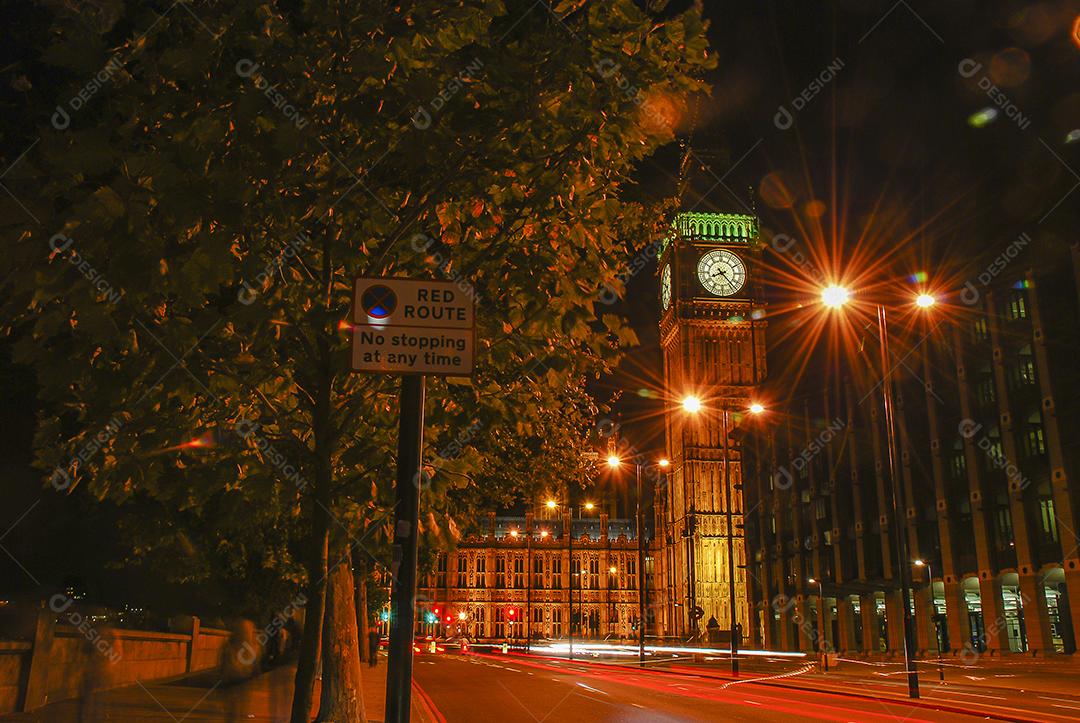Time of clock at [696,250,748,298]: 8:23
